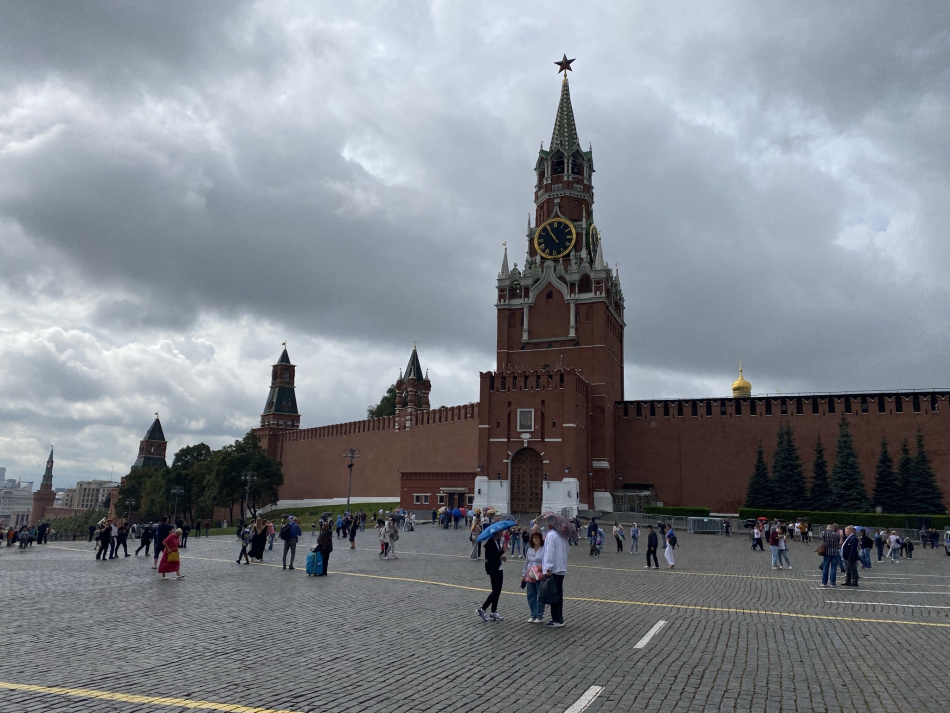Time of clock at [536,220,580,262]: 10:54
